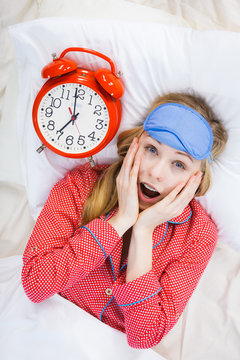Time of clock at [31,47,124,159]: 6:59
